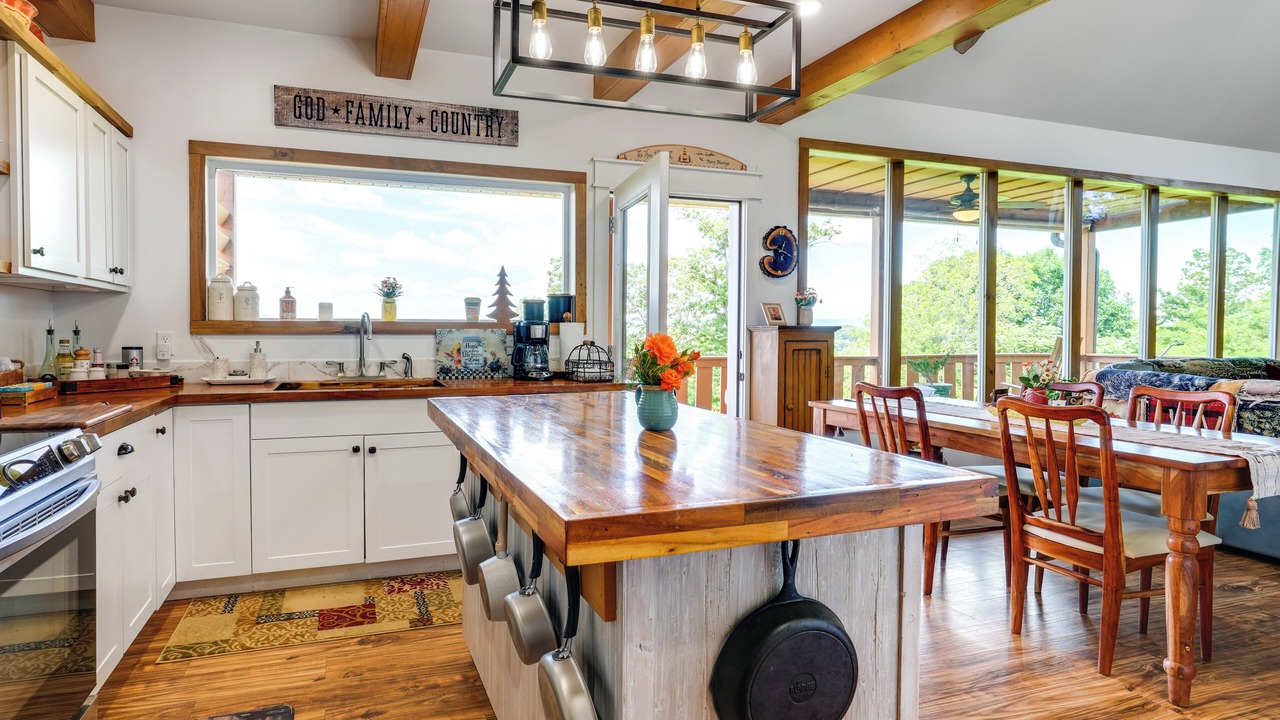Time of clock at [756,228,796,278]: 1:18
